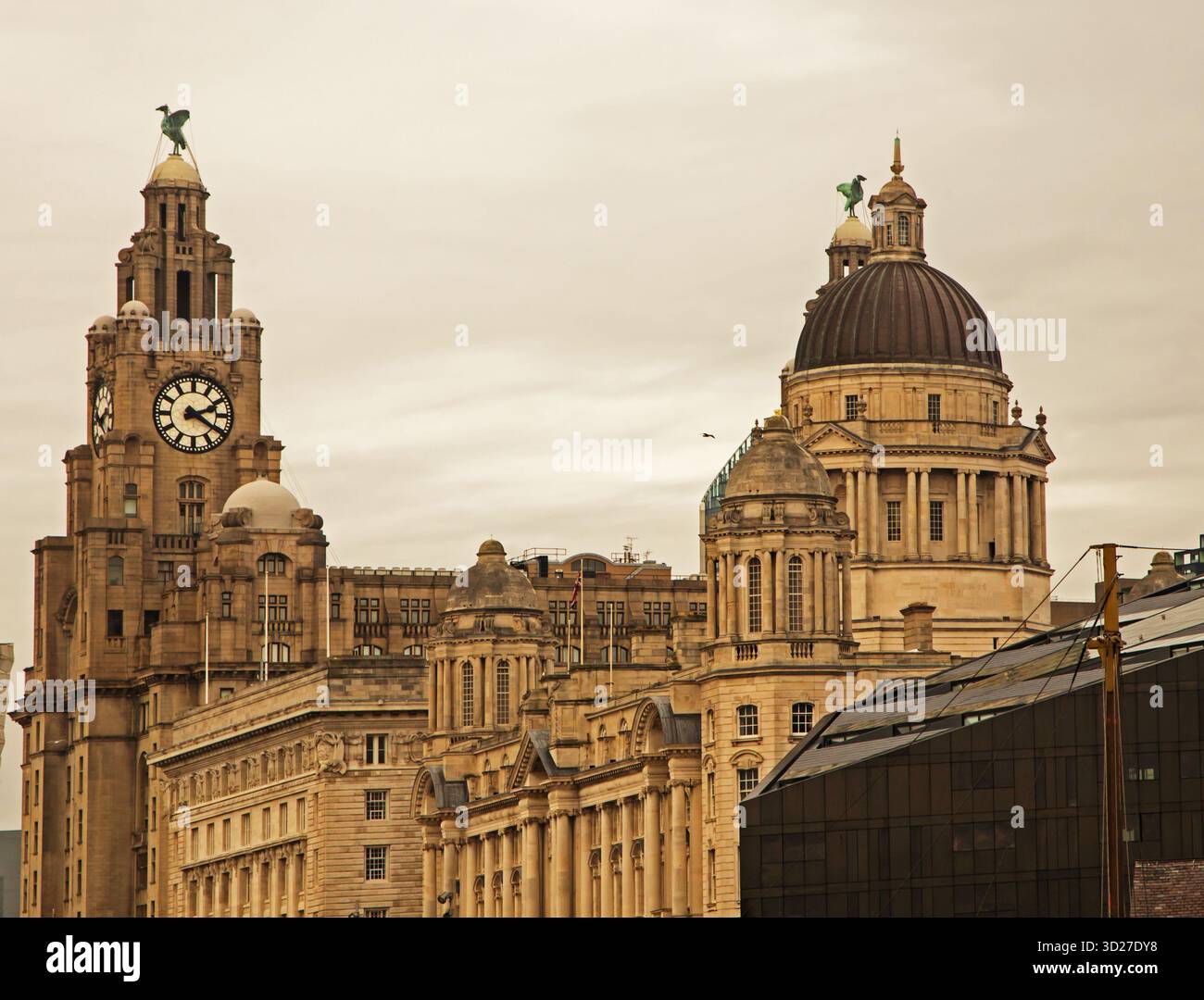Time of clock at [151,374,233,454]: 2:20
